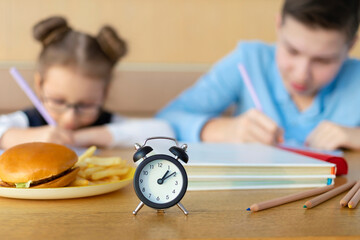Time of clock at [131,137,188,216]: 1:09
